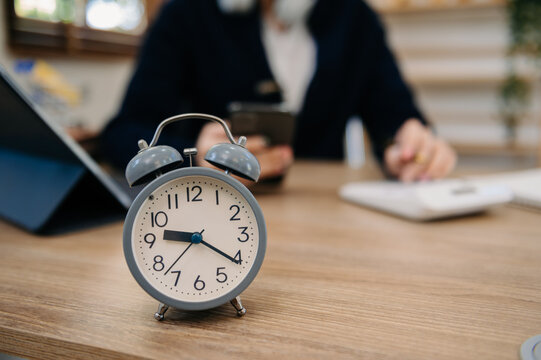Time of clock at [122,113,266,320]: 9:20
